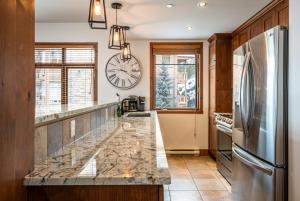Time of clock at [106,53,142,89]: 9:20
